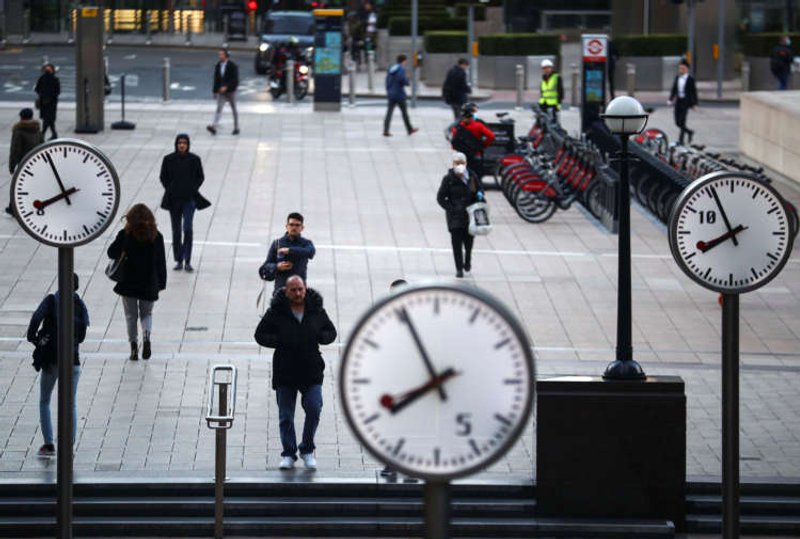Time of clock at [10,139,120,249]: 7:55
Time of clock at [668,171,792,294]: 7:55
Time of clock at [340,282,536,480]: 7:55
